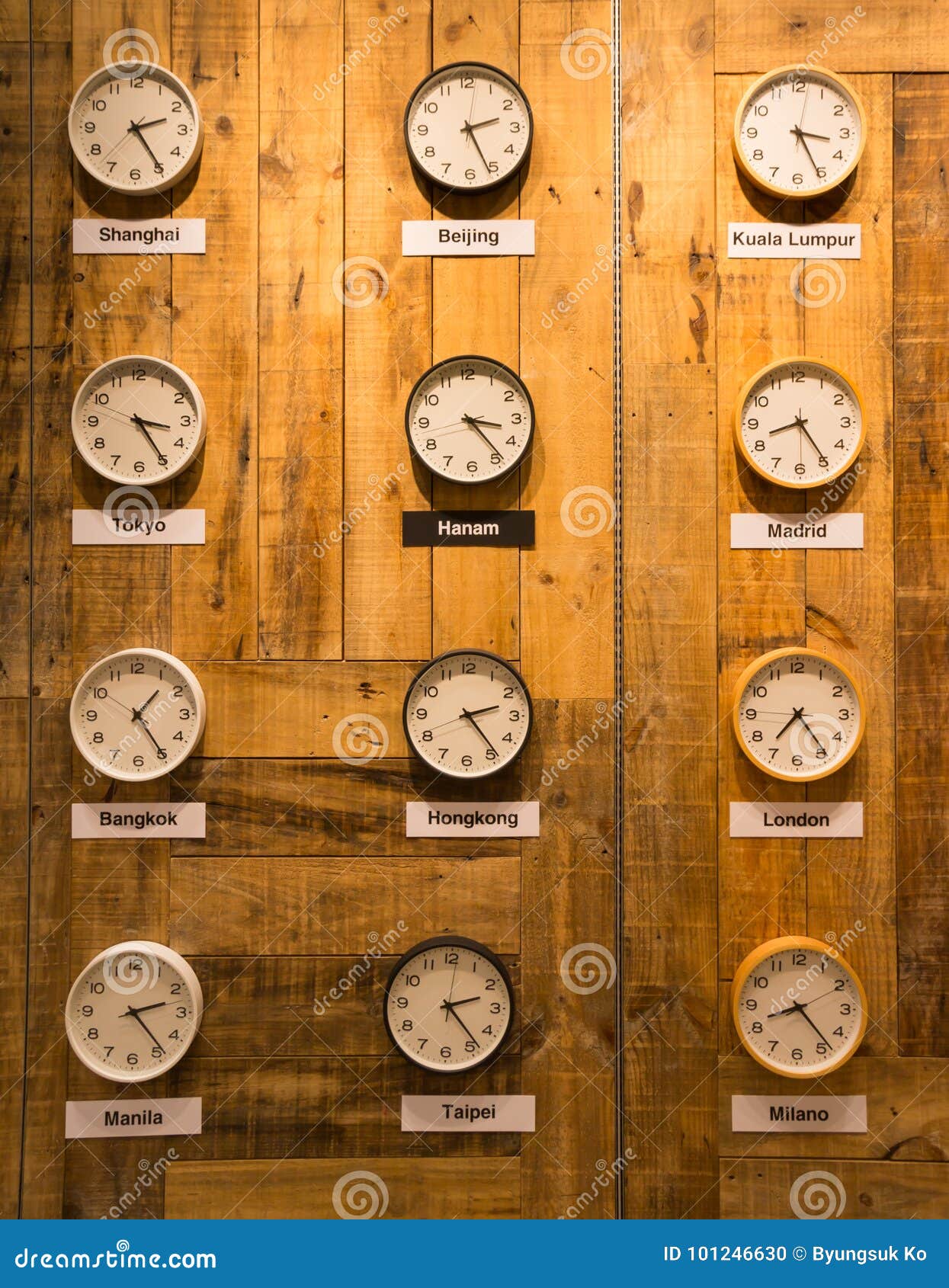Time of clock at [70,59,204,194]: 2:24
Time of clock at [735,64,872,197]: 3:25
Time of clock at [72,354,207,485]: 3:24
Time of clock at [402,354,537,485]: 3:23
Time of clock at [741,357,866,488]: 8:24
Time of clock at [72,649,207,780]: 1:24
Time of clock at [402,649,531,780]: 2:23
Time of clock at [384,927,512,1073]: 2:23
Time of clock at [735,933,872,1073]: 8:23
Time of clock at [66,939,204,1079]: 2:23
